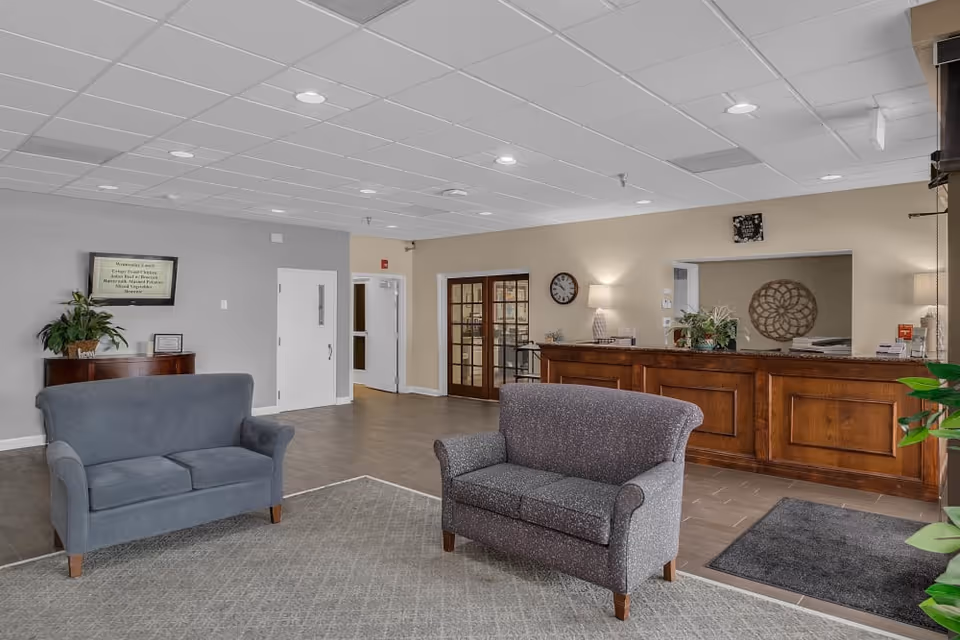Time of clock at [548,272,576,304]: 10:50
